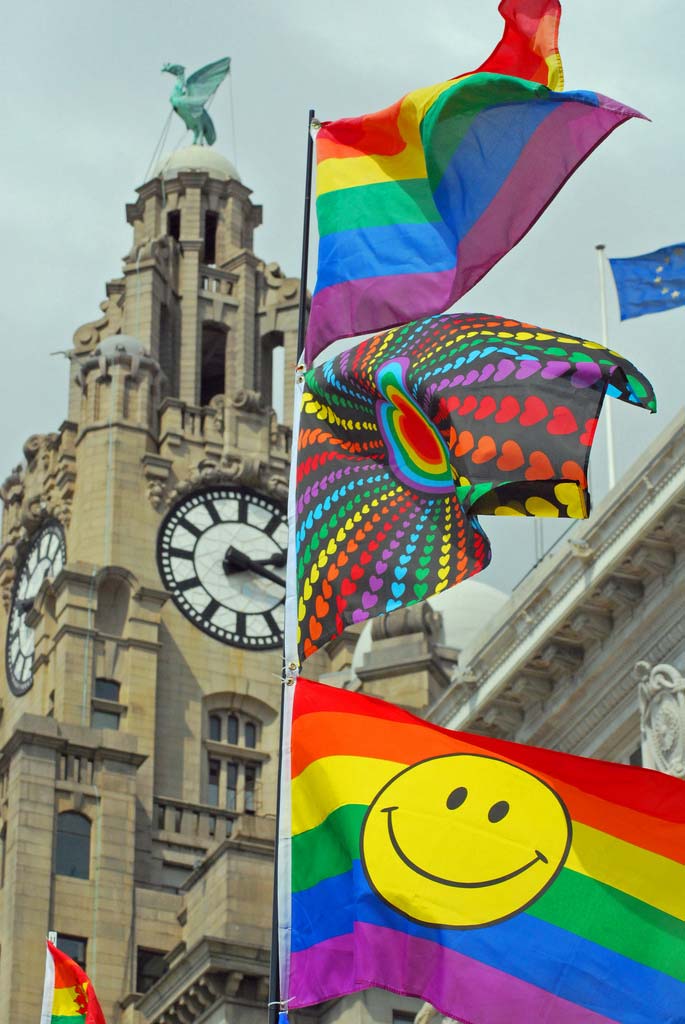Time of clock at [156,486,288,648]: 2:18
